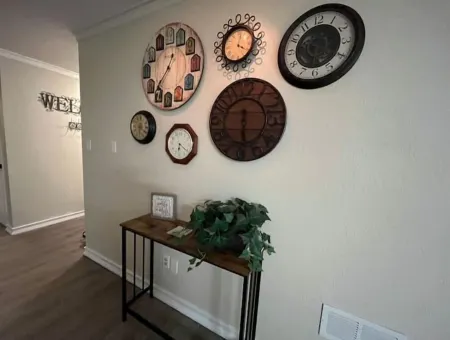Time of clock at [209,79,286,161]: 6:29
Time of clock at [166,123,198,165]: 6:21
